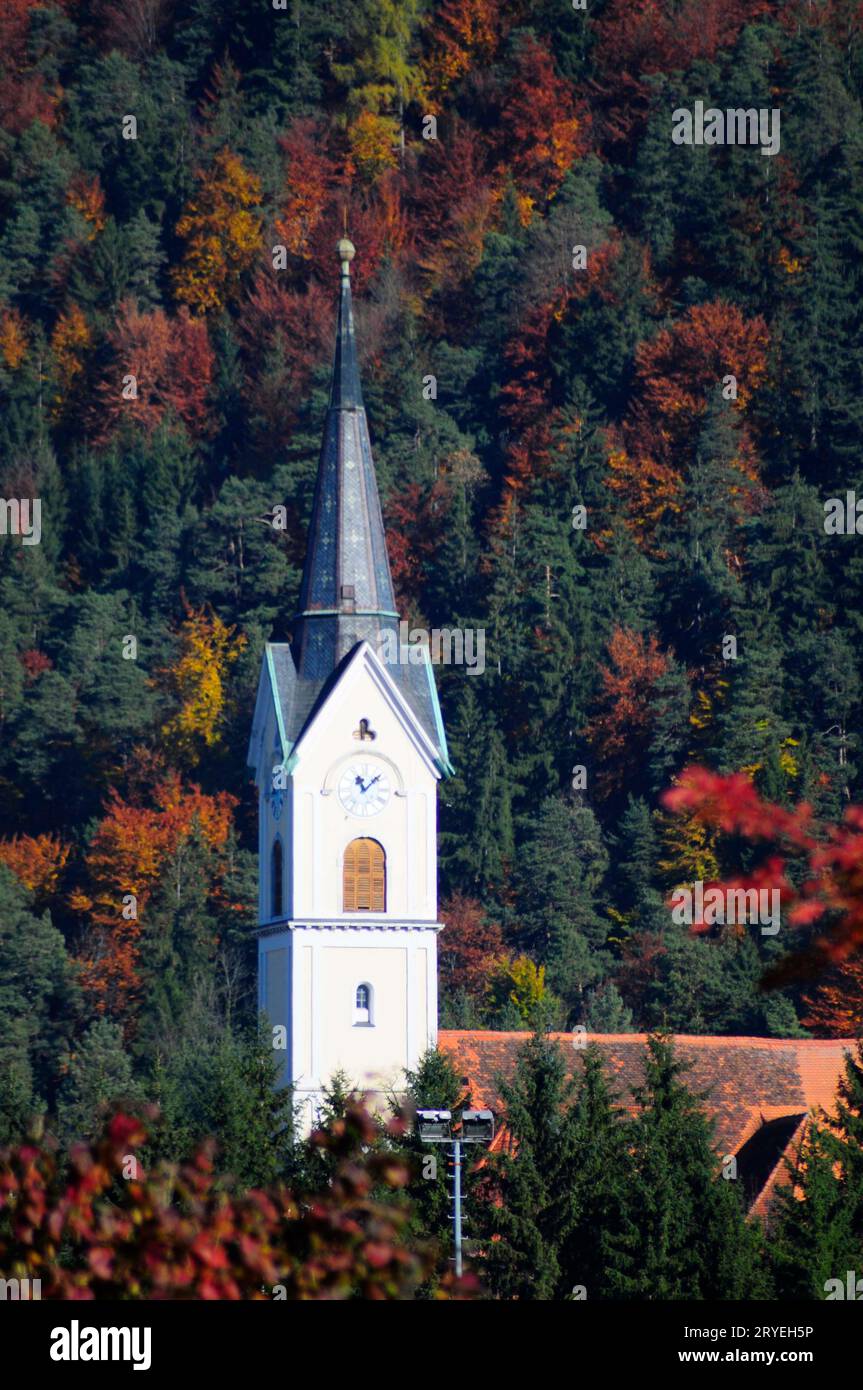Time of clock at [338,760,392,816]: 11:07
